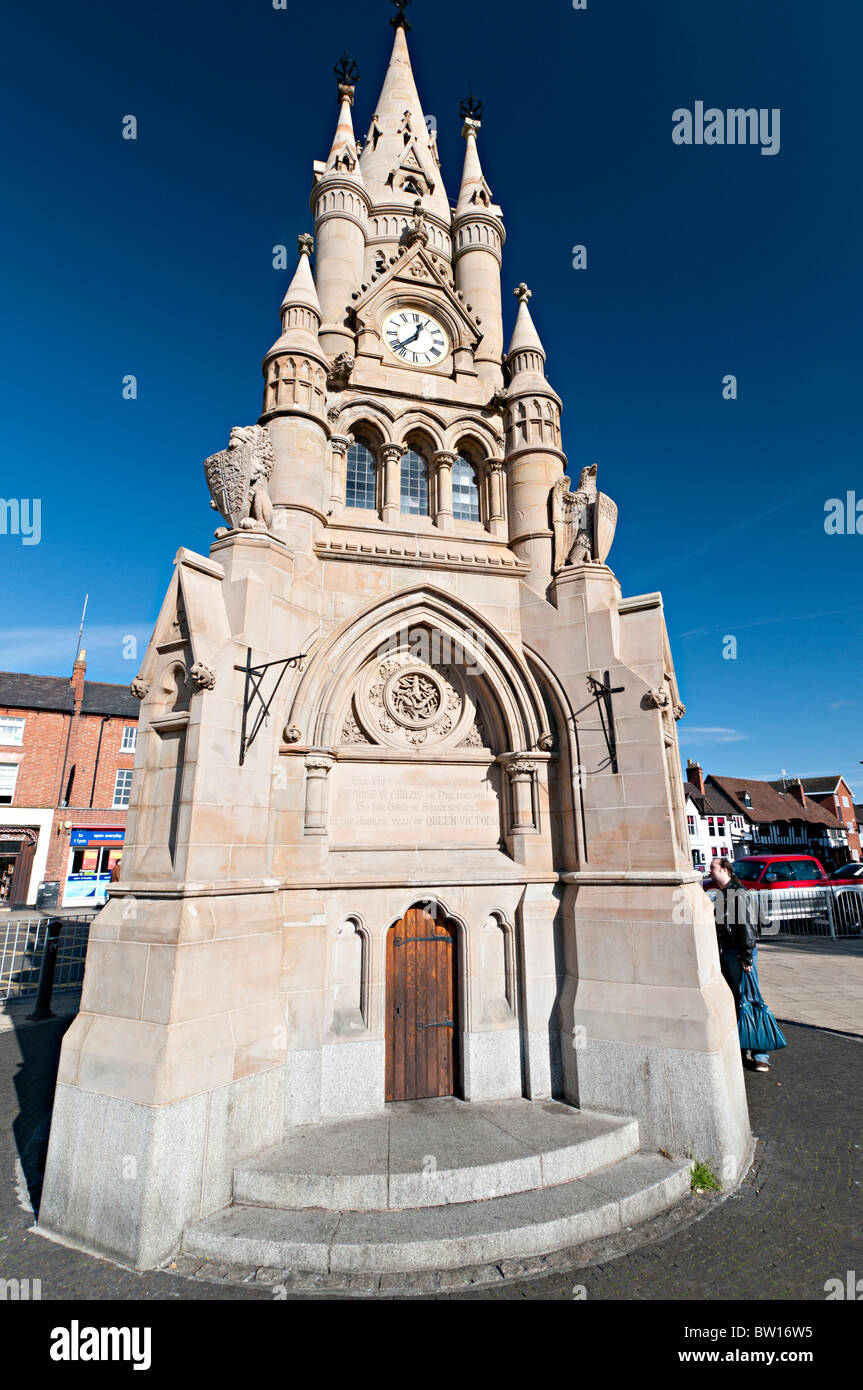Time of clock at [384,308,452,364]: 12:38
